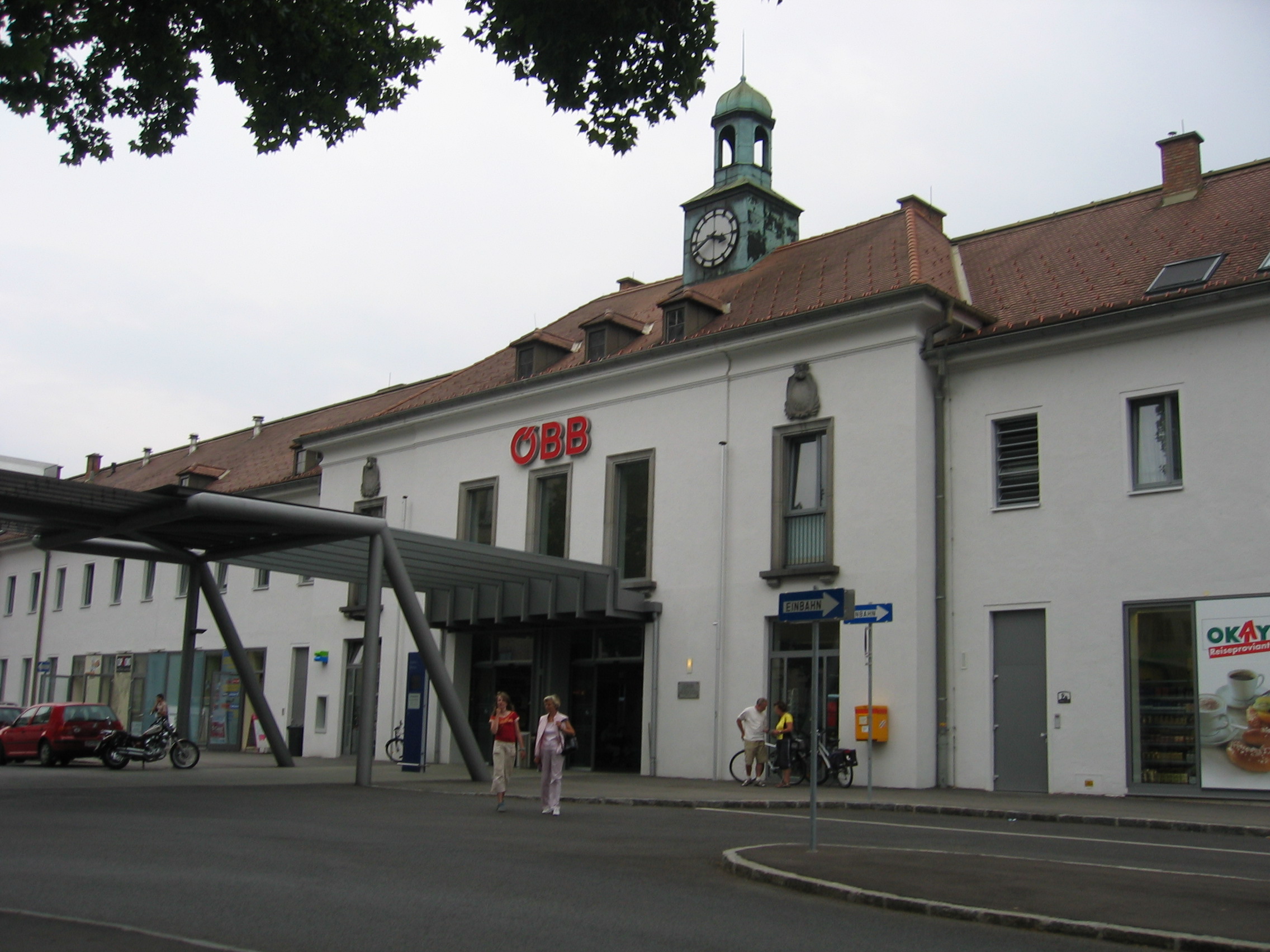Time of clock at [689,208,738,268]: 3:40
